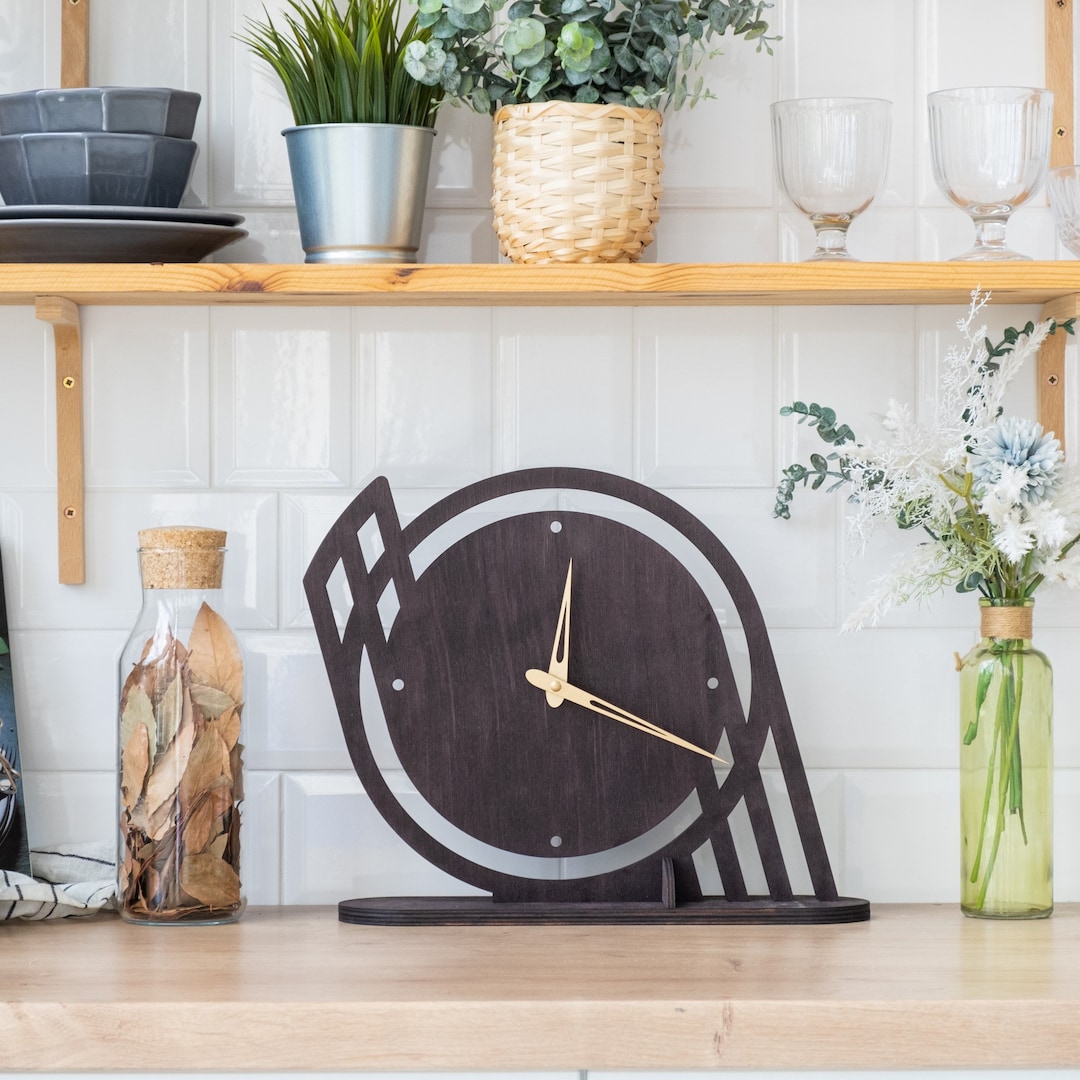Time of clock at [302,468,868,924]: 12:19
